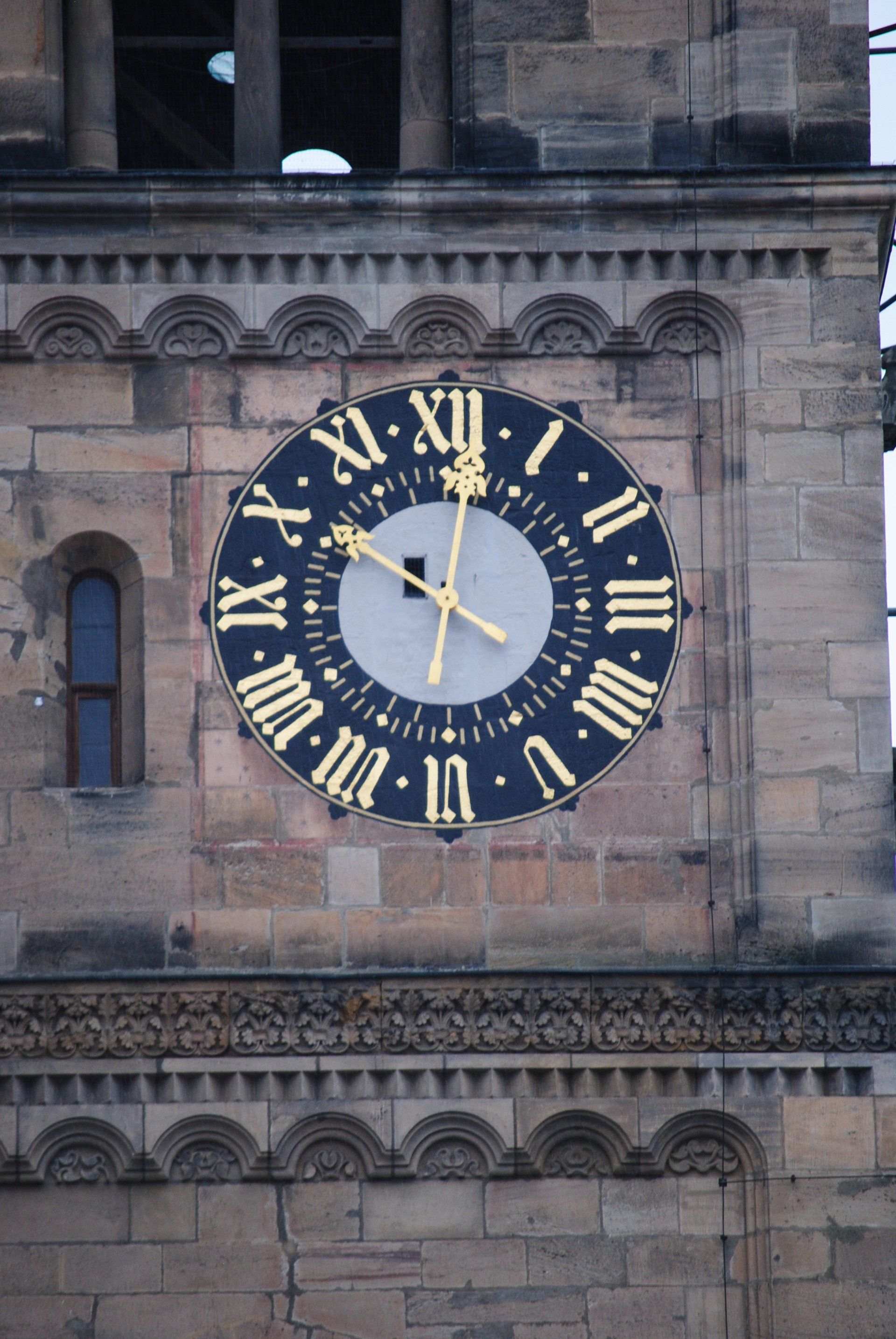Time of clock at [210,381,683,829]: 10:01
